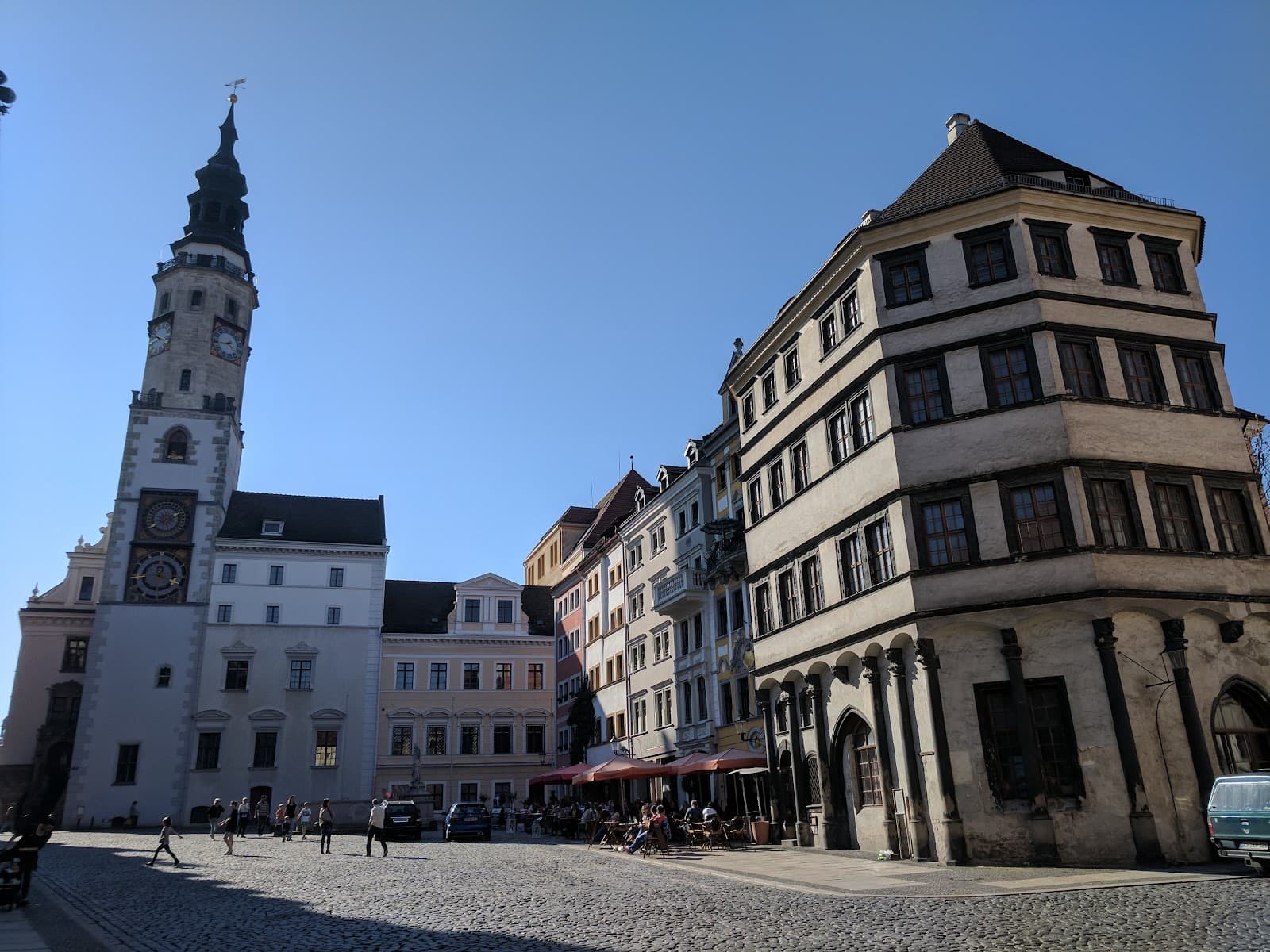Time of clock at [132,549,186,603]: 12:18
